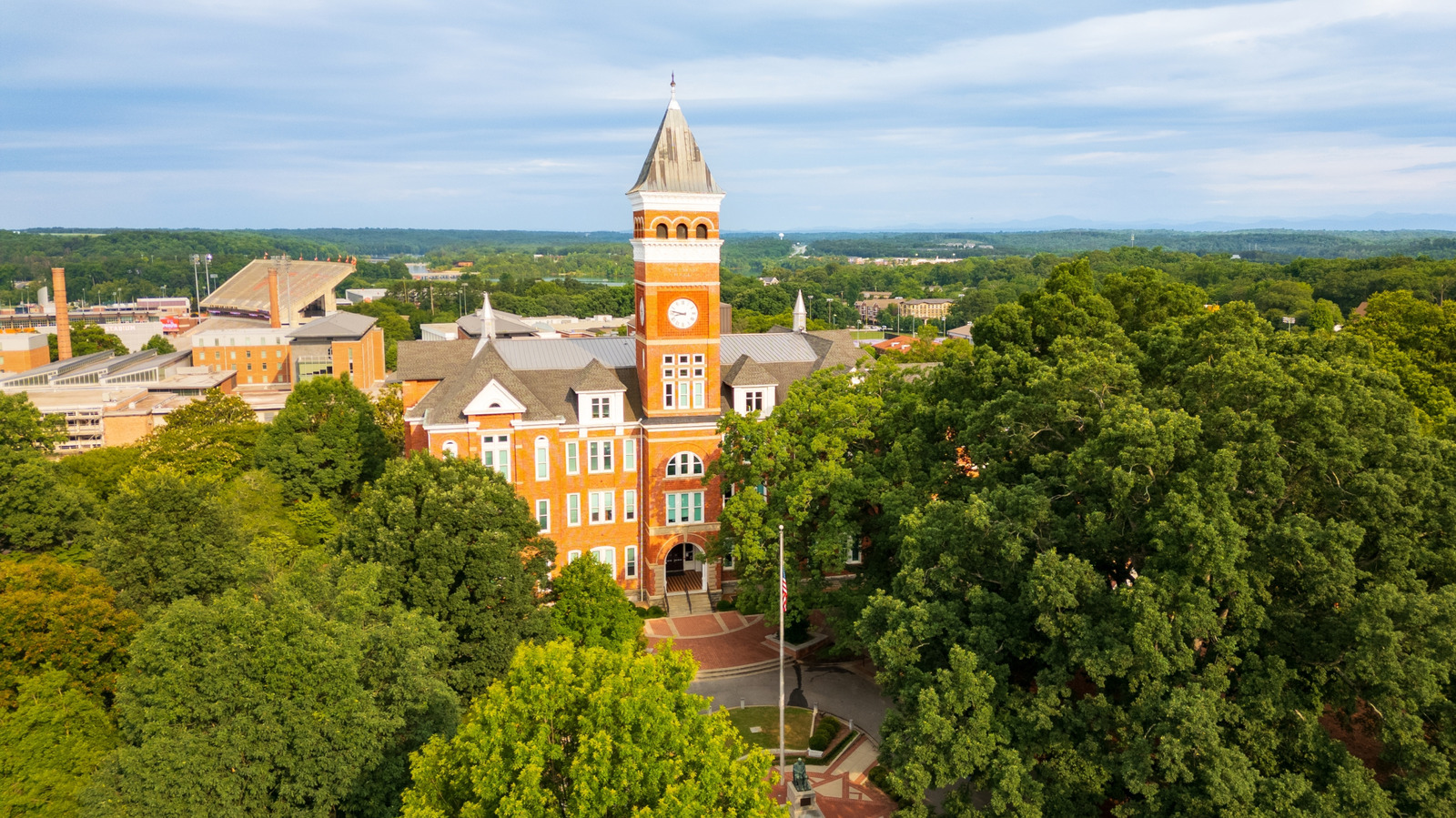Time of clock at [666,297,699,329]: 8:47
